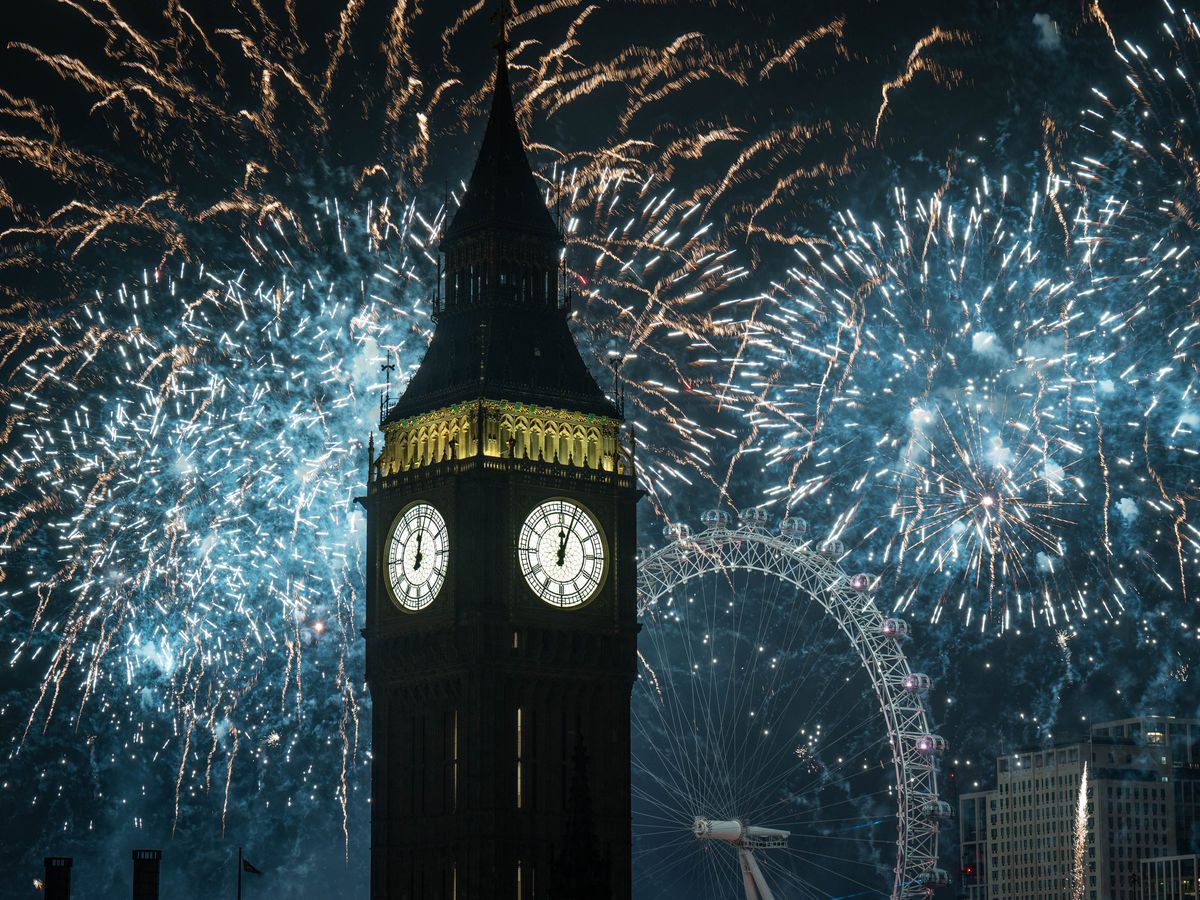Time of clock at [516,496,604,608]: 12:03
